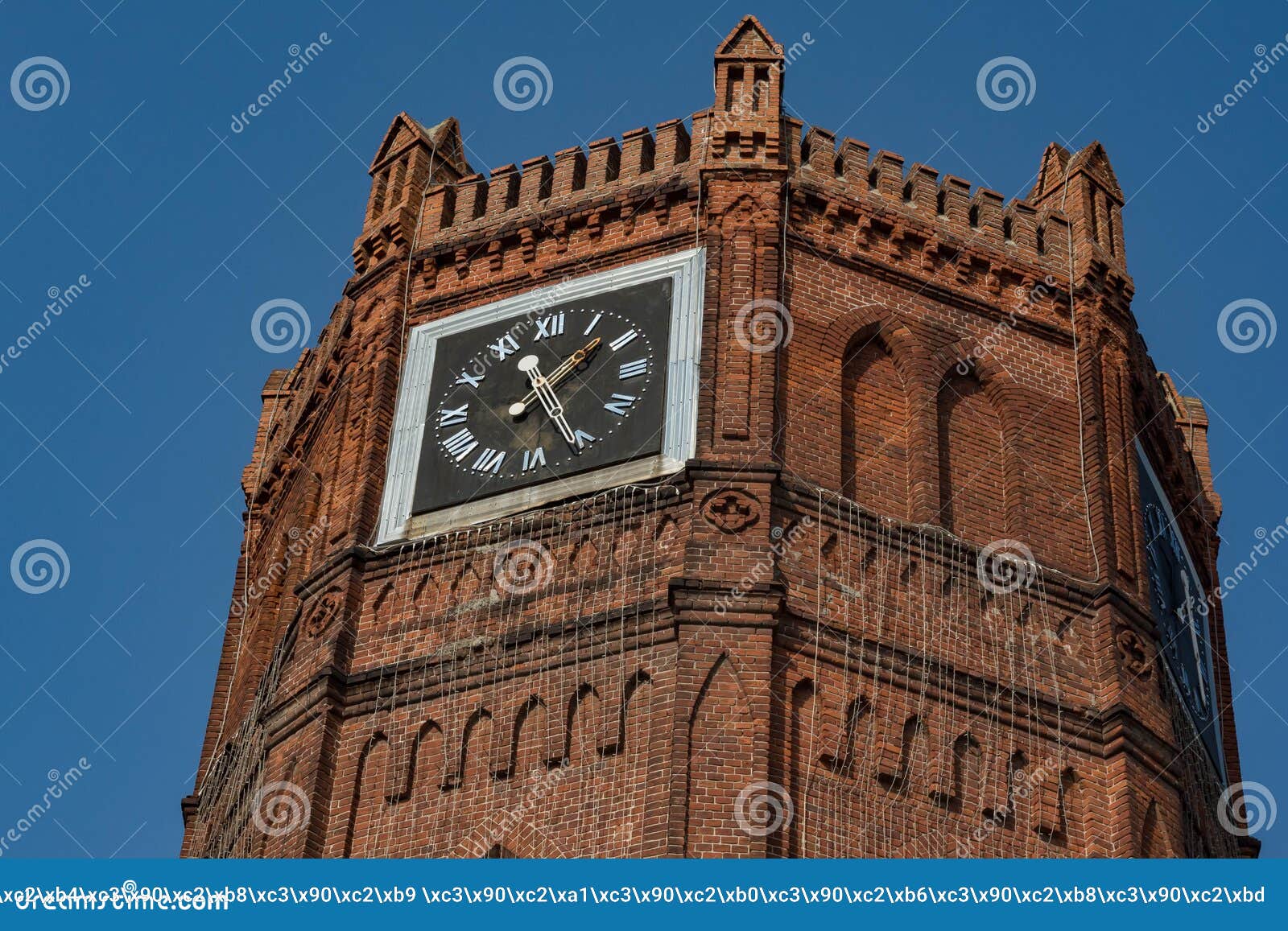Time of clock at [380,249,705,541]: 1:26
